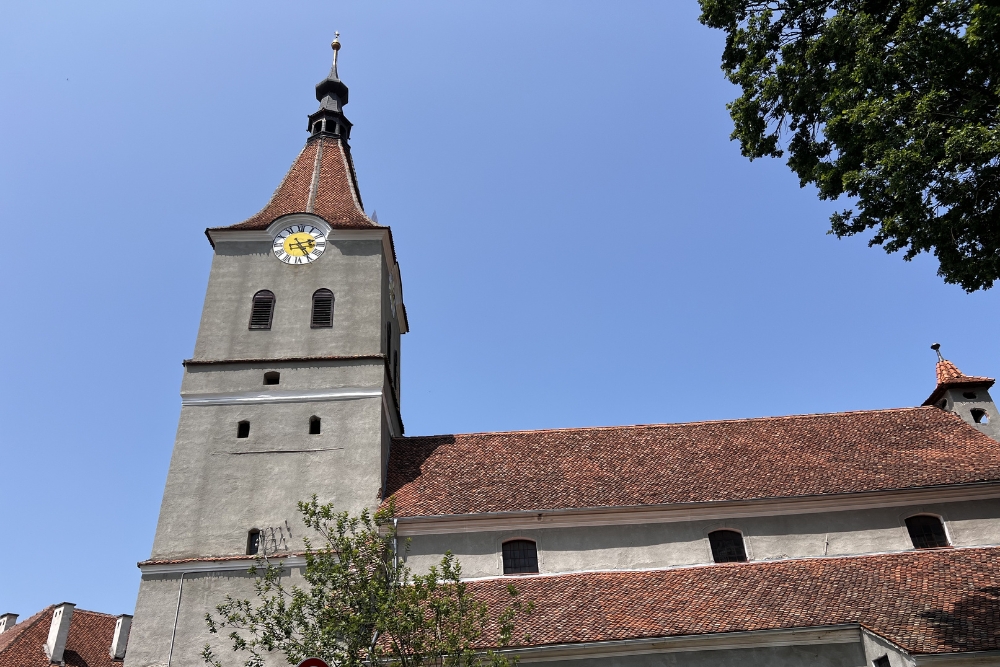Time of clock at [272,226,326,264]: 2:24
